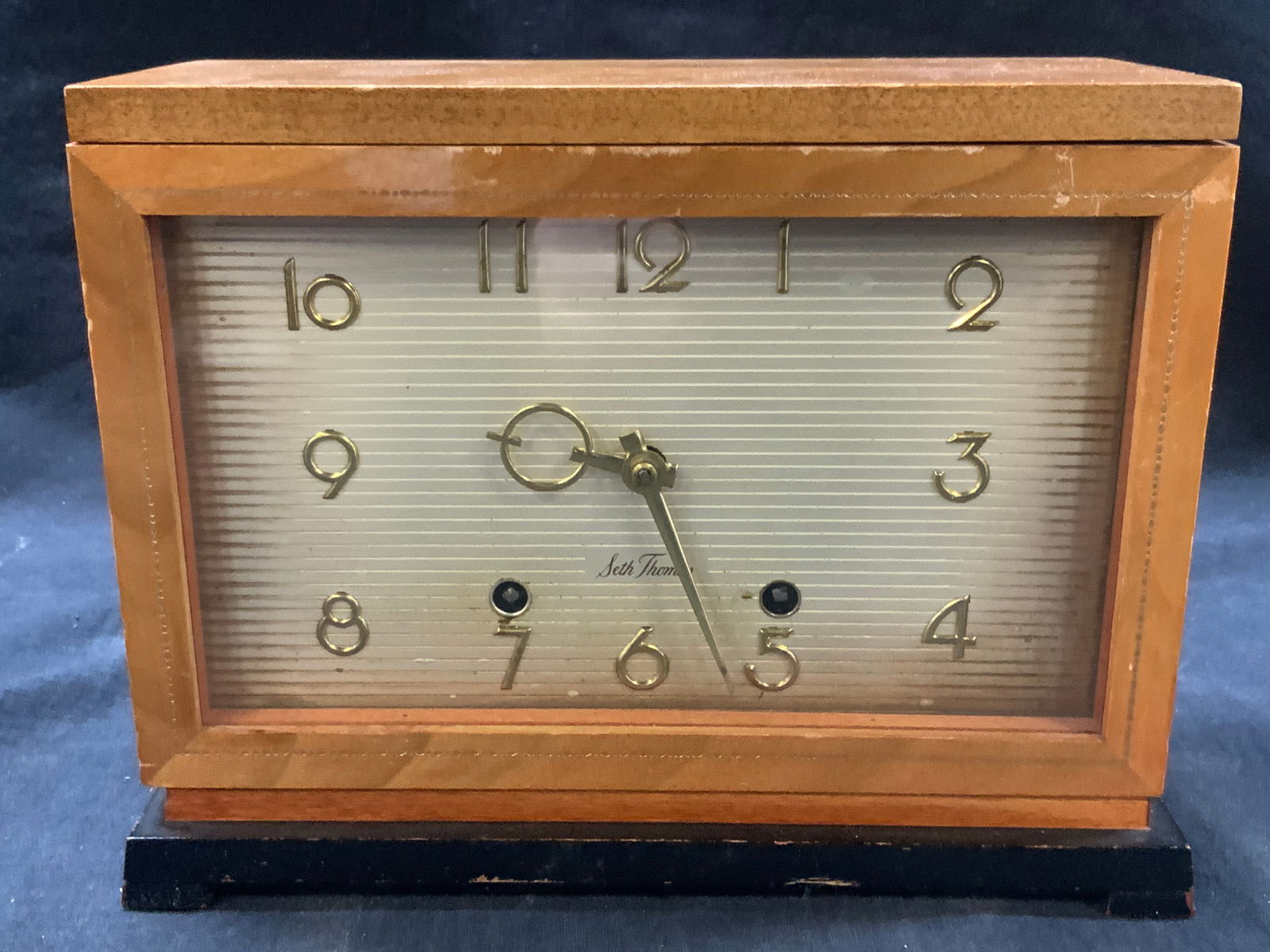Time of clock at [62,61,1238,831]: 10:26
